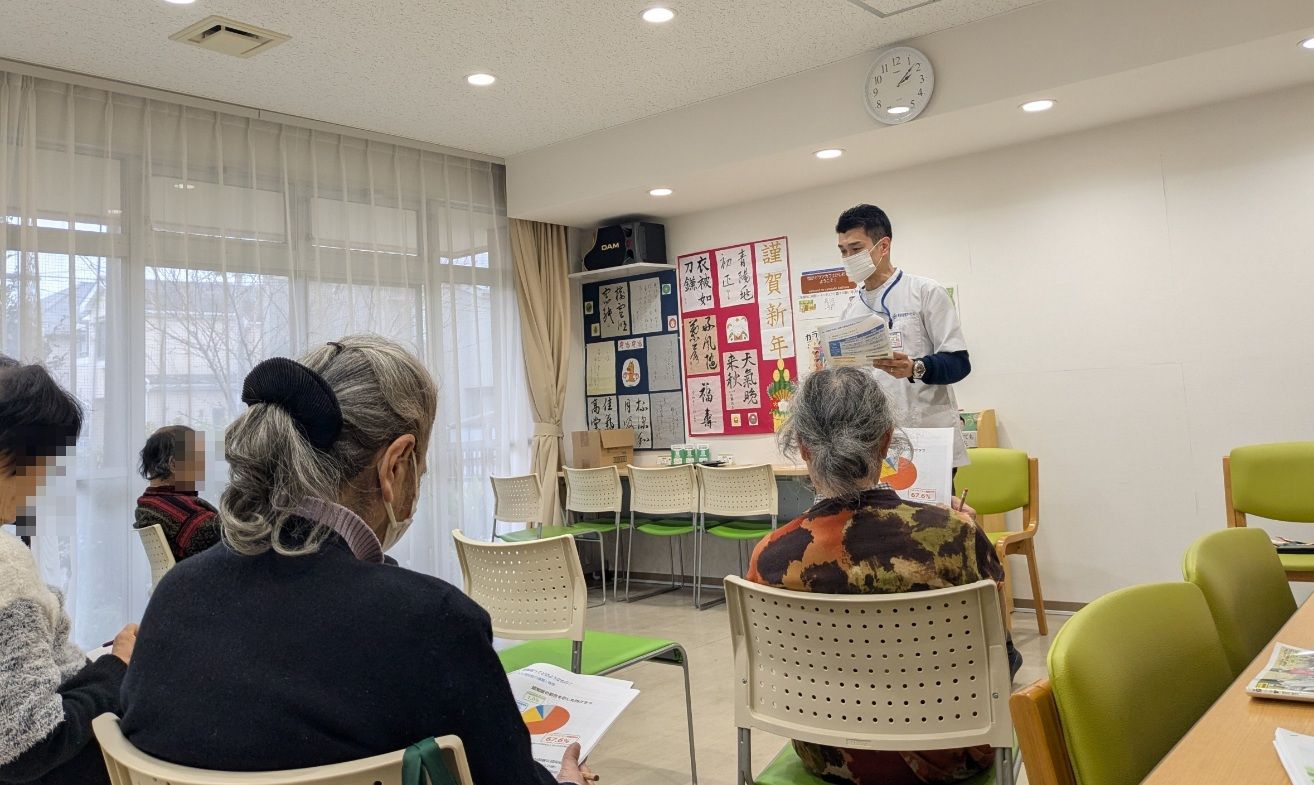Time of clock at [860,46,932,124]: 2:08
